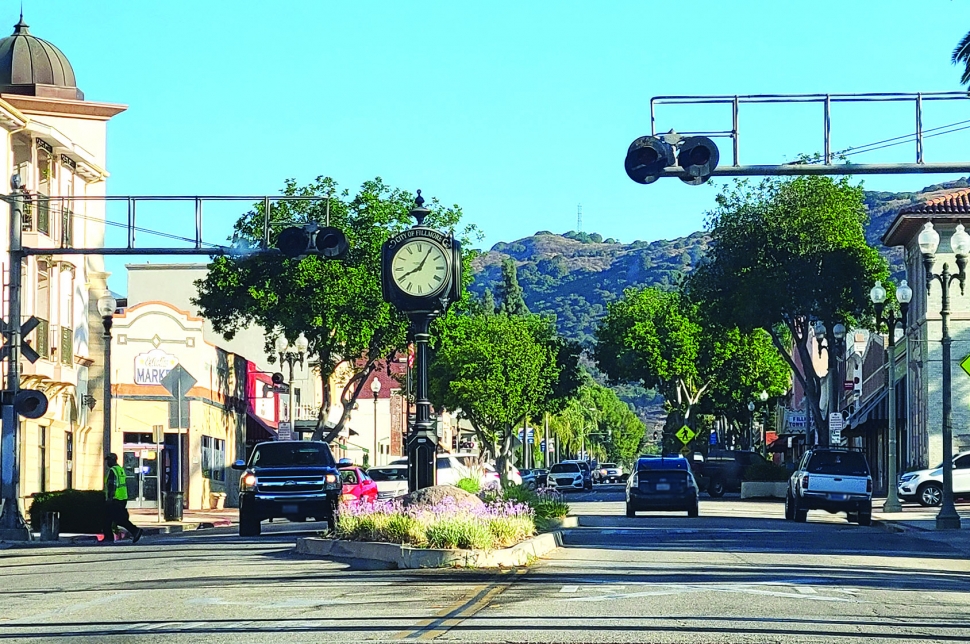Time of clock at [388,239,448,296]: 8:05
